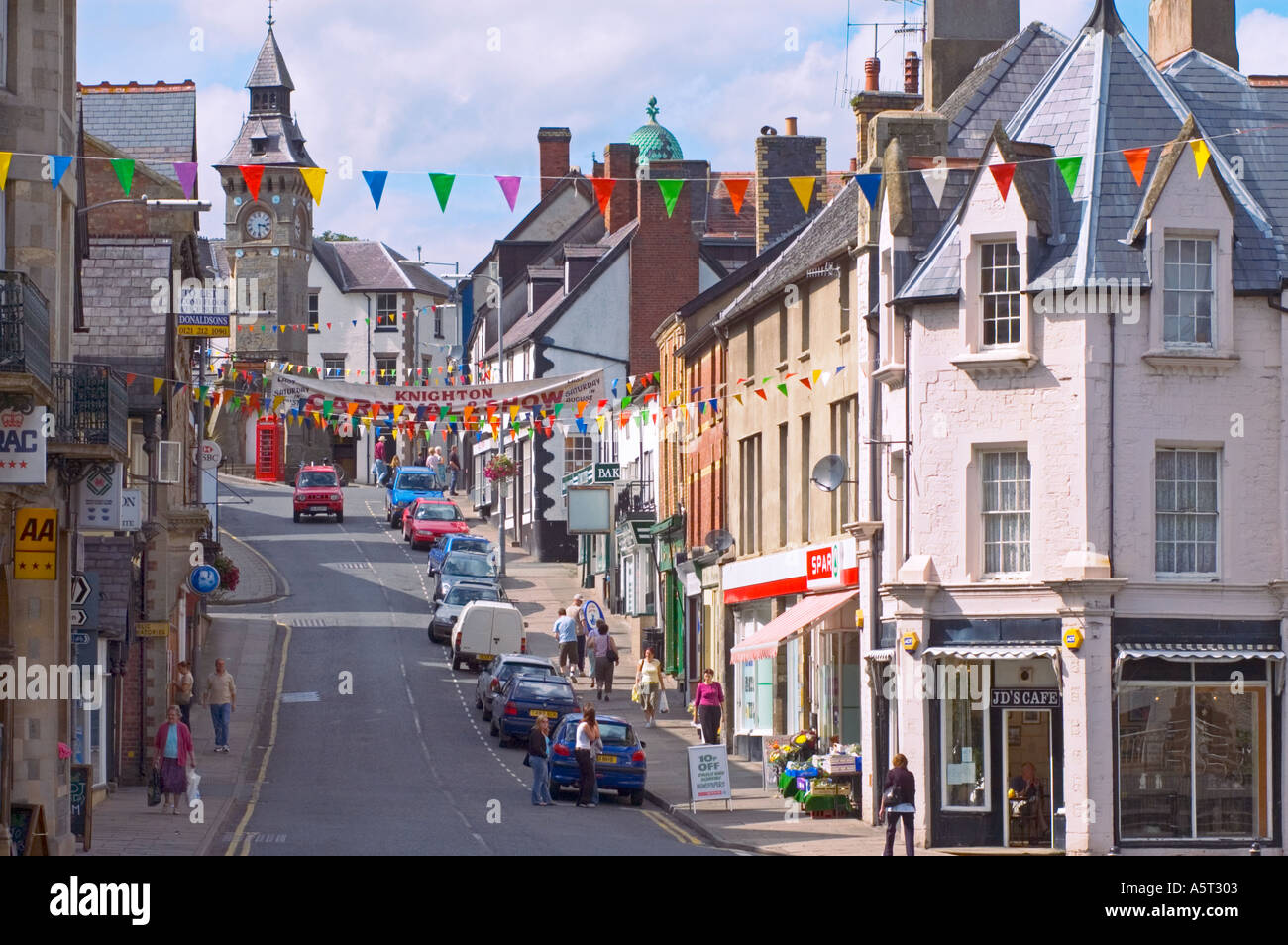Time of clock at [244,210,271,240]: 3:29
